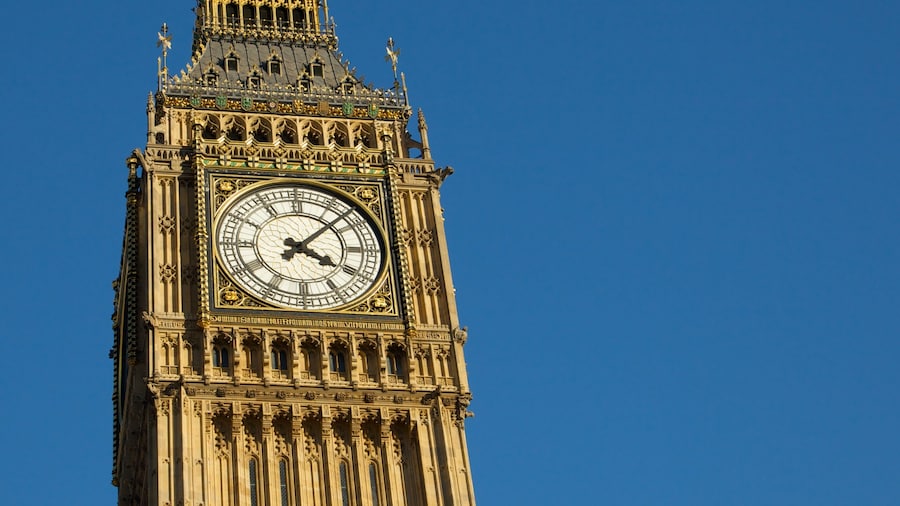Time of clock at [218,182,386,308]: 4:07
